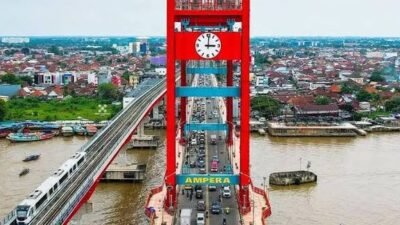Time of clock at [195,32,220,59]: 3:00
